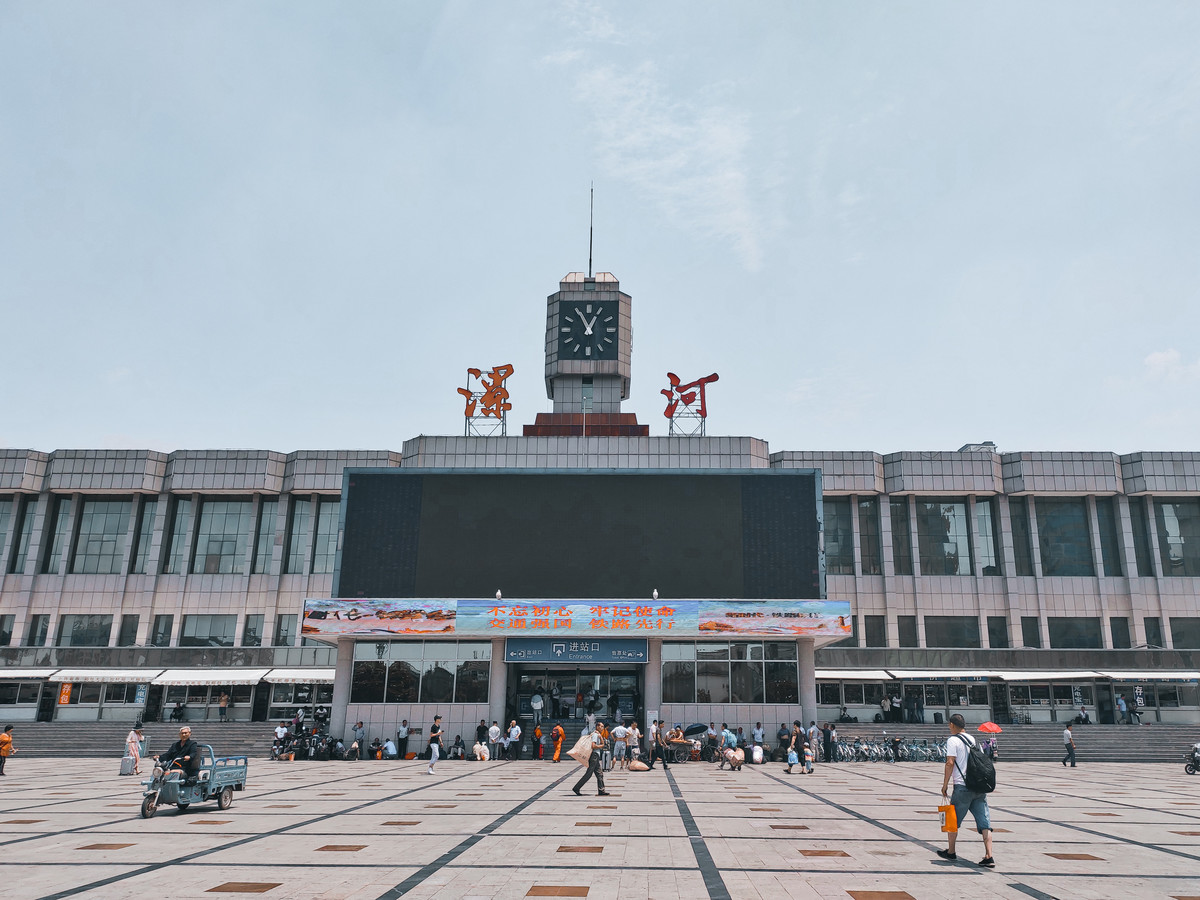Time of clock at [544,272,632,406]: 12:55
